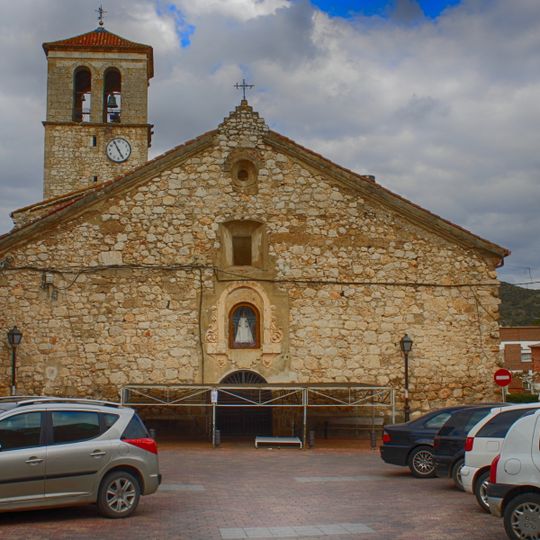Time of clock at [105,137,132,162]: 4:55
